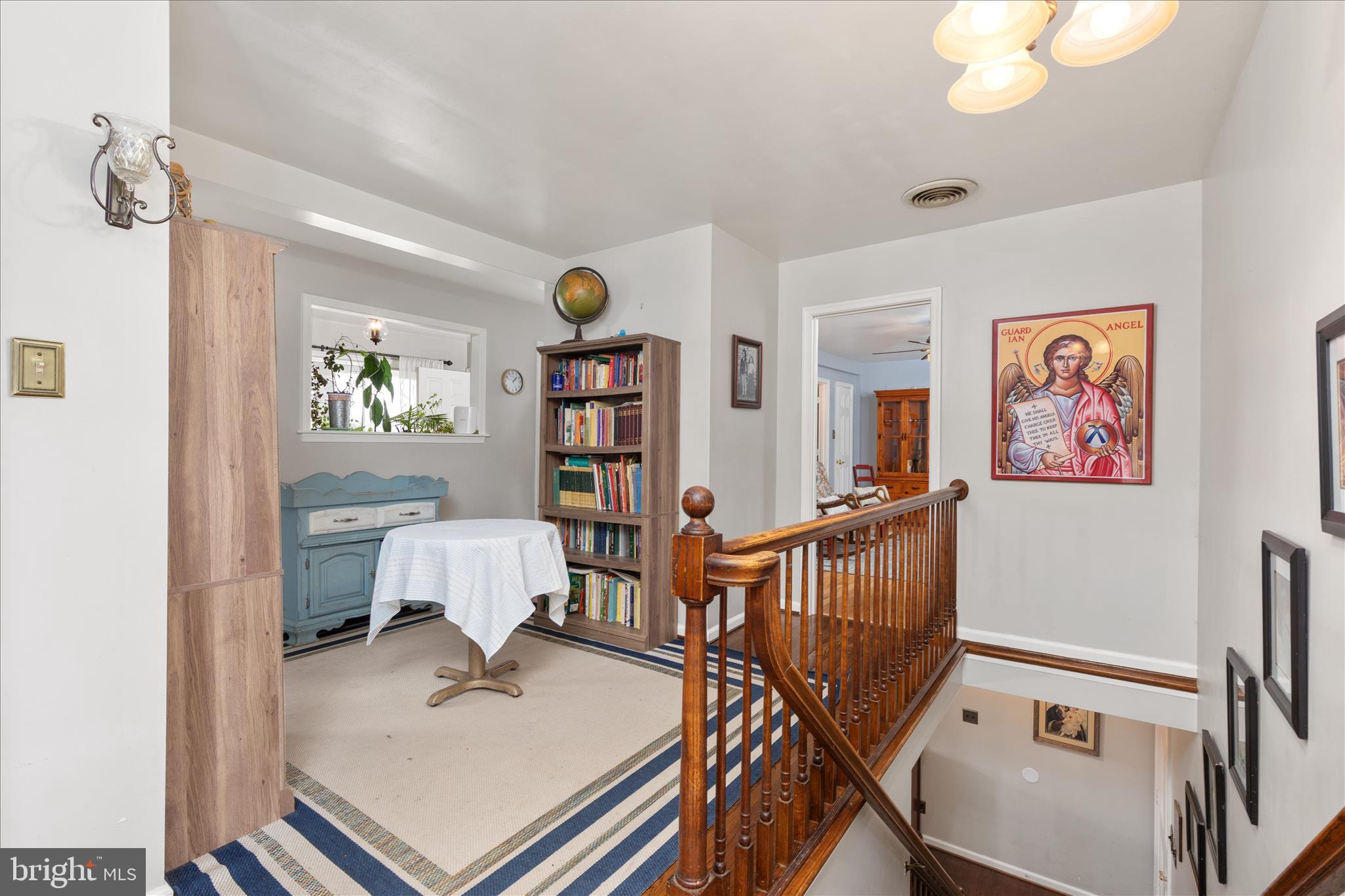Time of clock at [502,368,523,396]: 1:25
